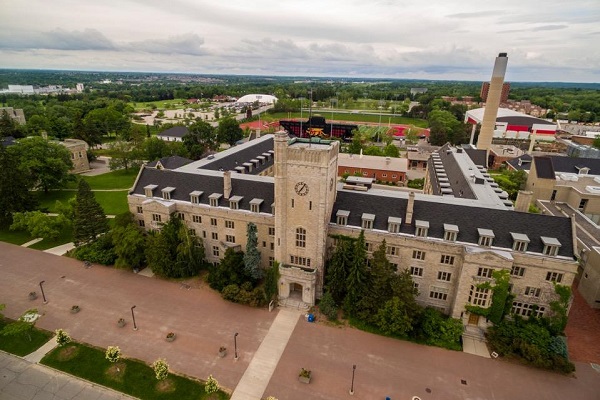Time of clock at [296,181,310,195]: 7:06
